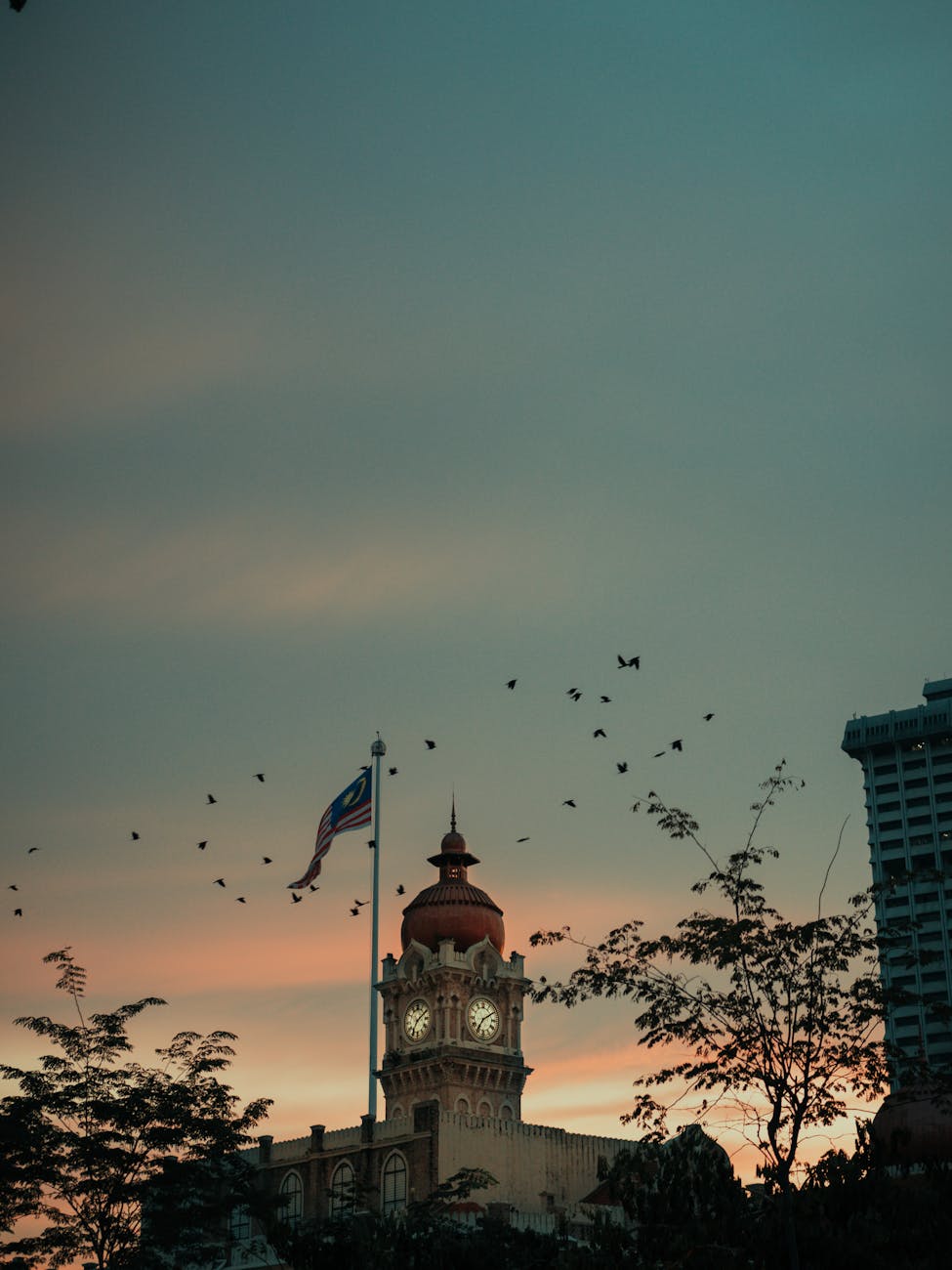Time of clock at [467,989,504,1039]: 7:09
